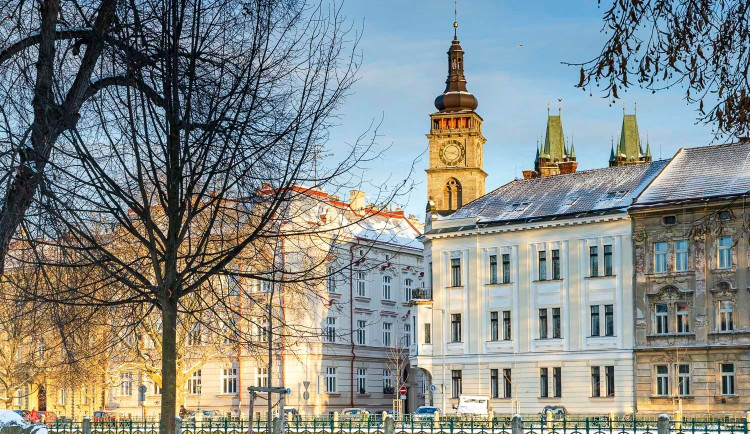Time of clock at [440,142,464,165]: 2:18
